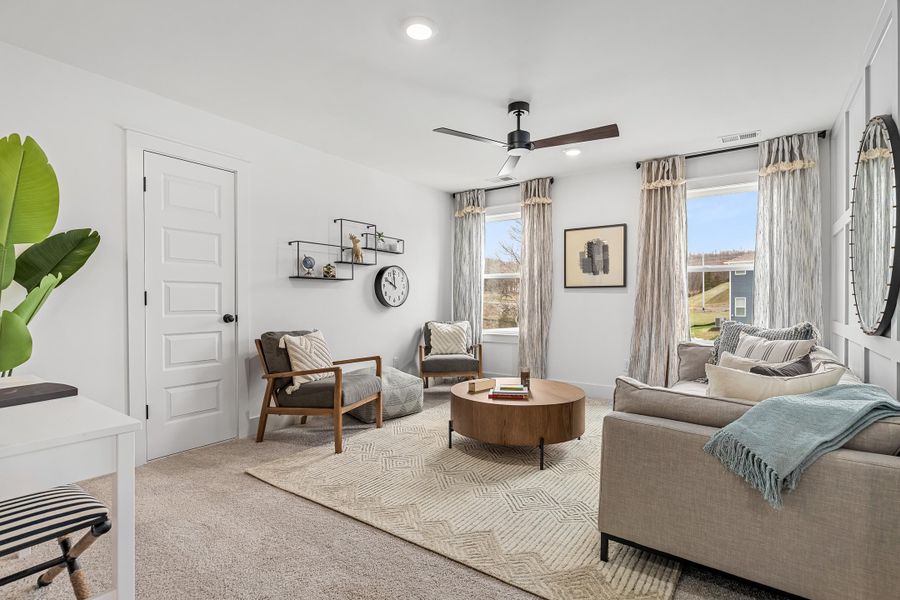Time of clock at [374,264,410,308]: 9:59
